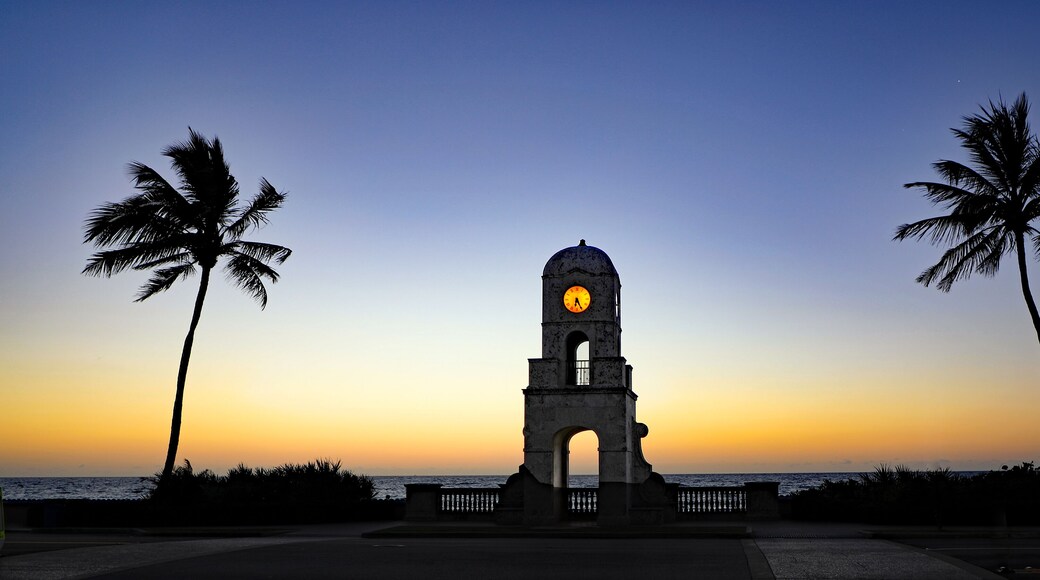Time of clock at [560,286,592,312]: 6:25
